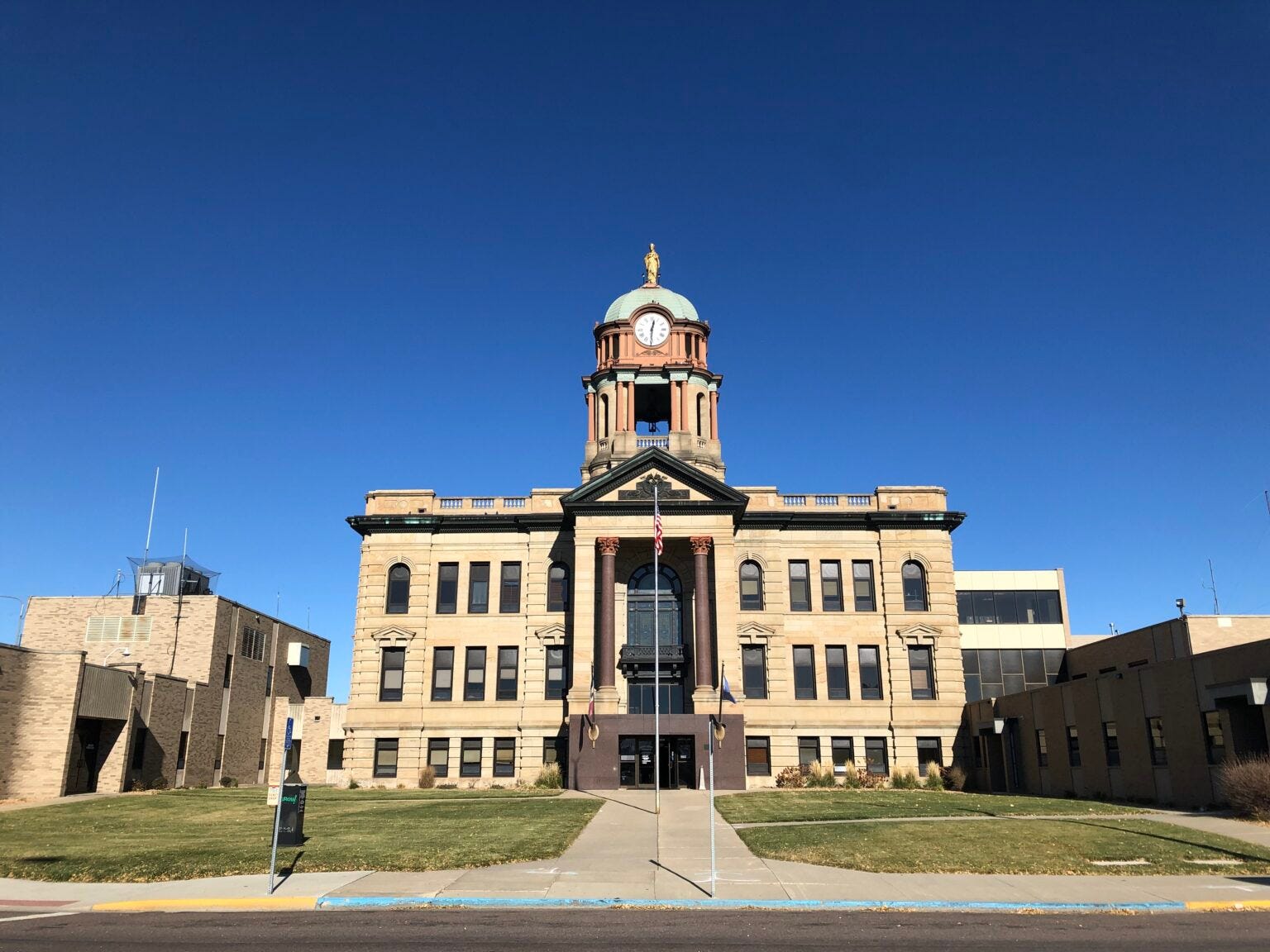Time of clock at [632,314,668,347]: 12:30
